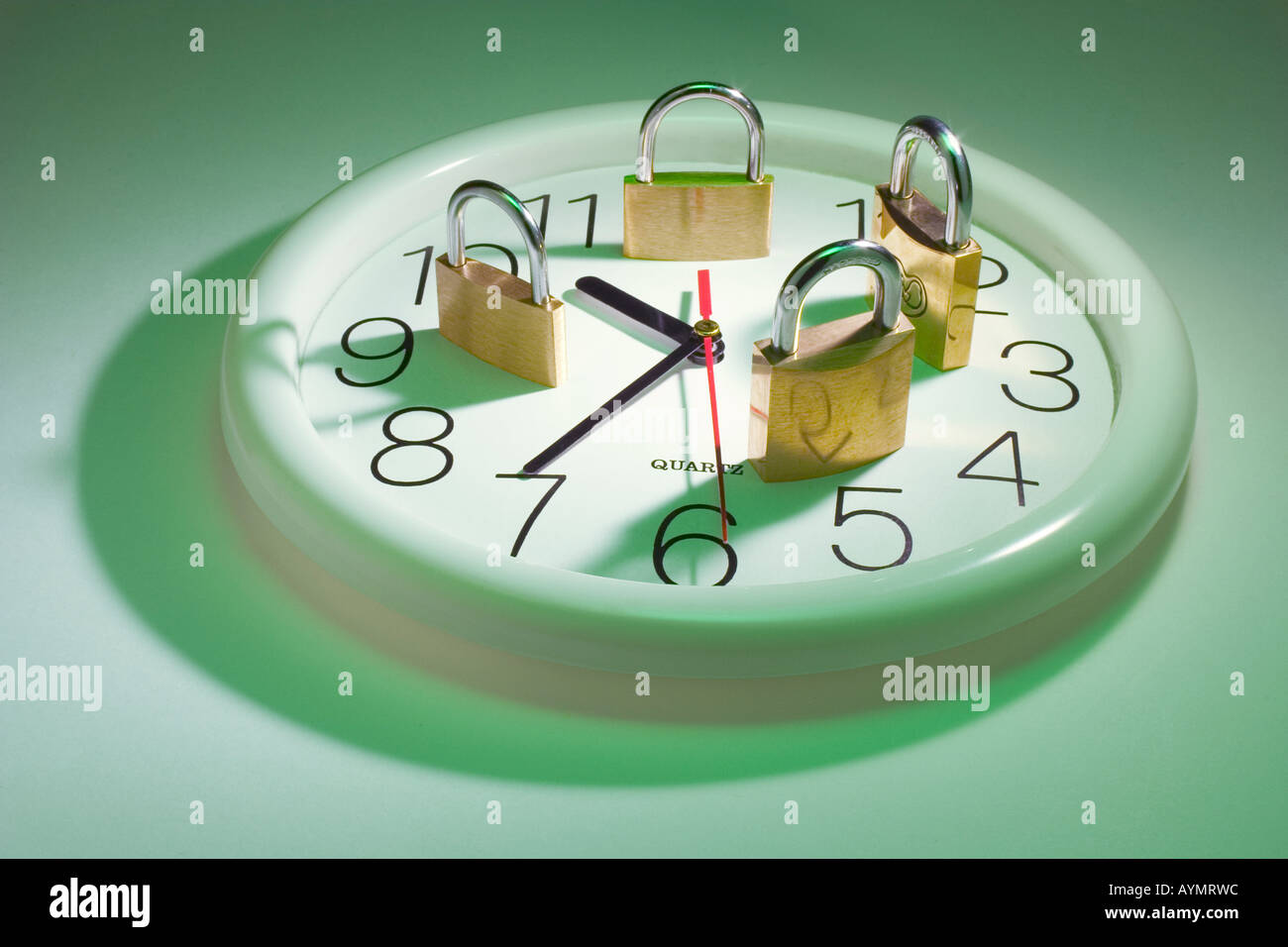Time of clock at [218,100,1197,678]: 10:36
